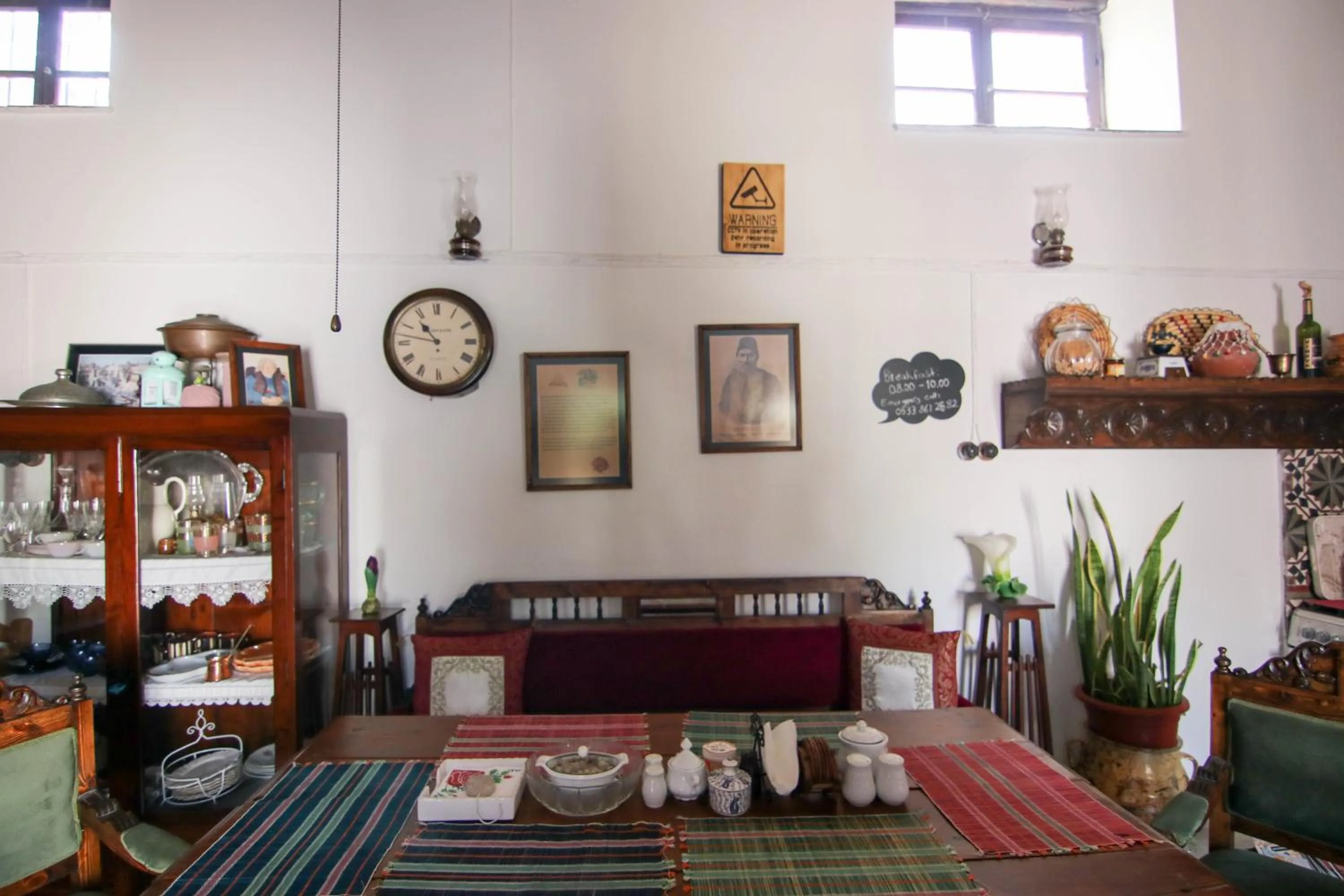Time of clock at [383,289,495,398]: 10:47
